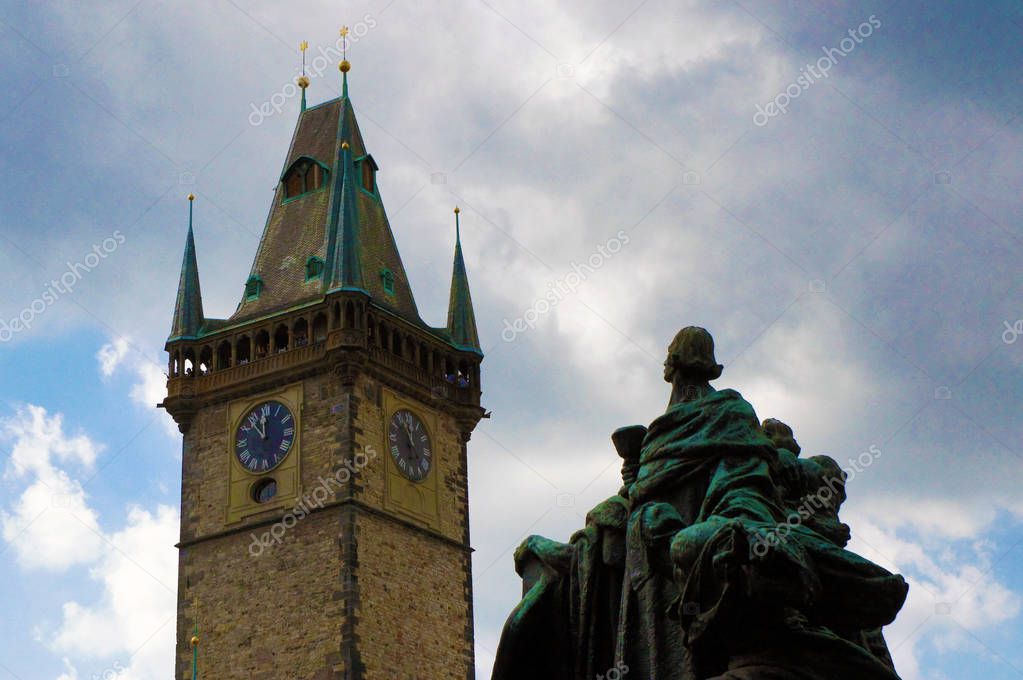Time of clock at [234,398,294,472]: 11:53
